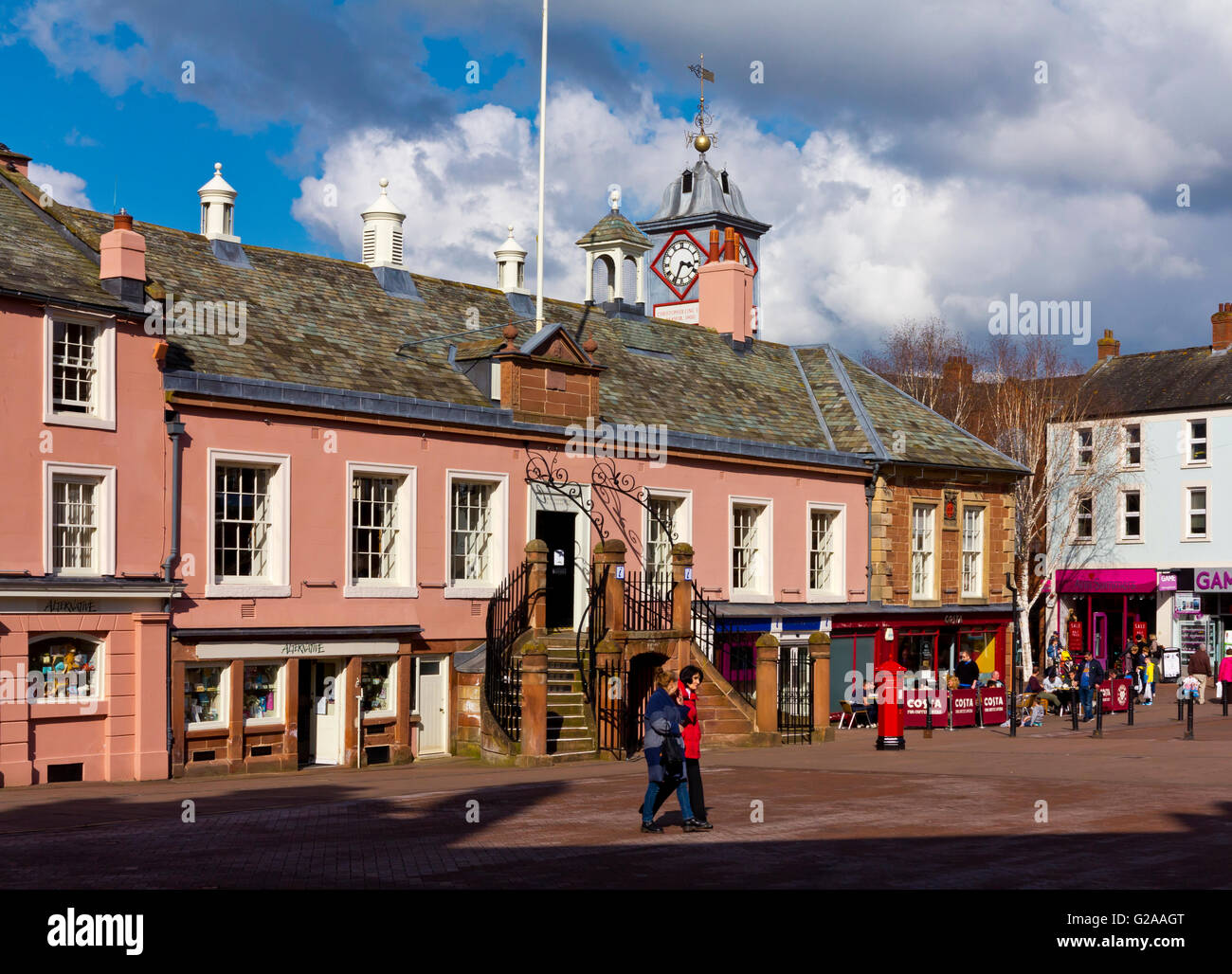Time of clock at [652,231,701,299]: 3:34
